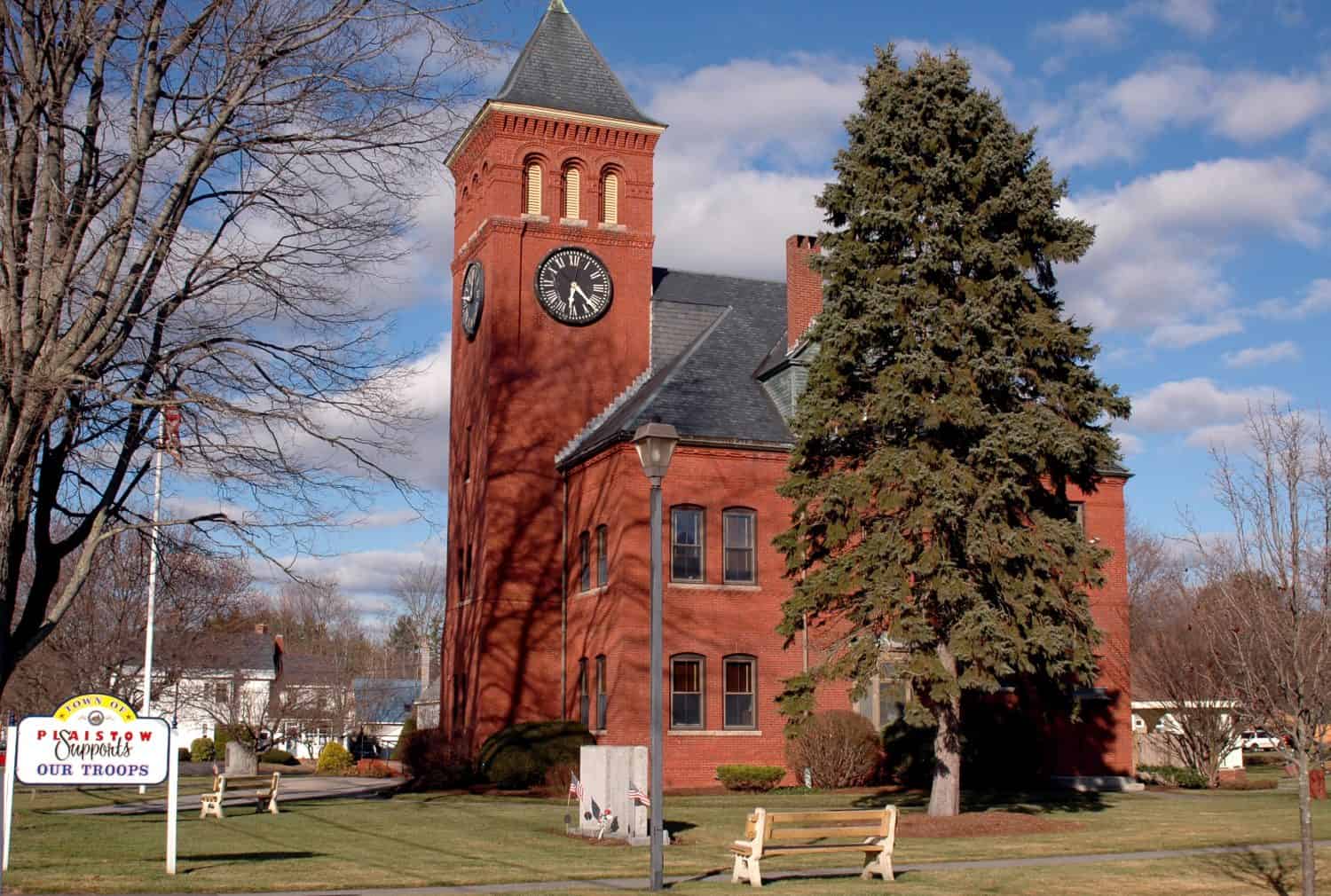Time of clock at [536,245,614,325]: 6:23
